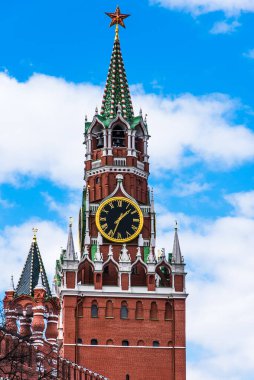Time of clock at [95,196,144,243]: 1:33
